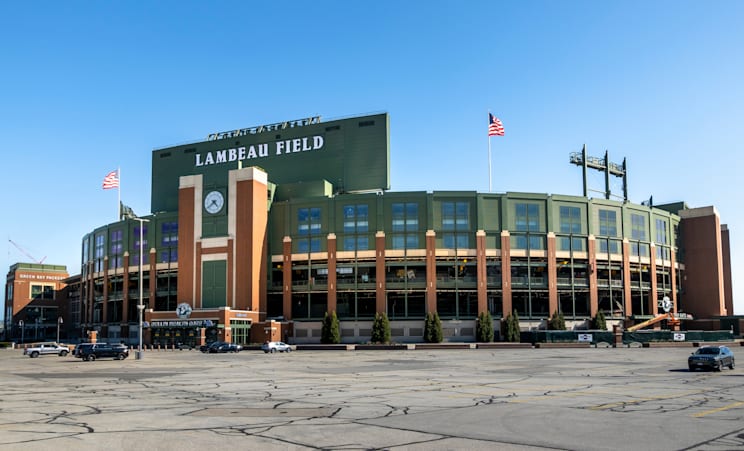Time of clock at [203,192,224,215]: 4:38
